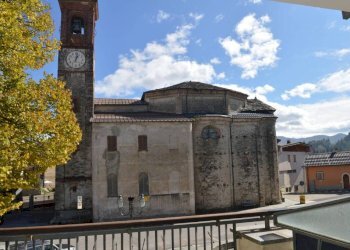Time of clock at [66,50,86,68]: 1:02
